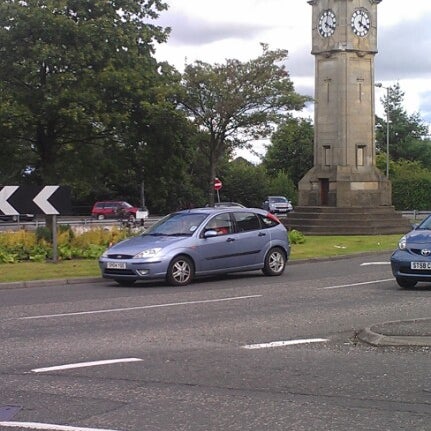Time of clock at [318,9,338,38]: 4:02
